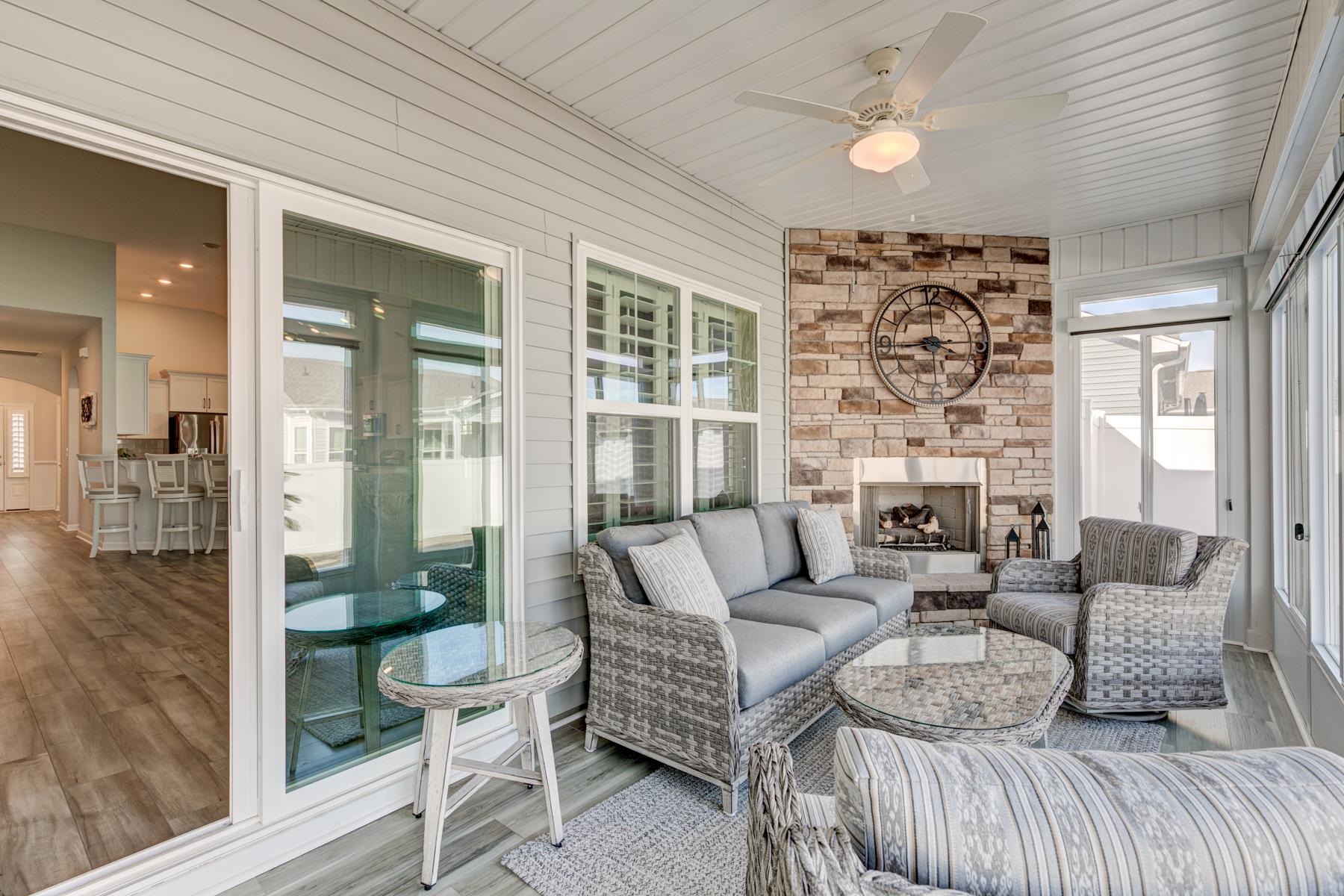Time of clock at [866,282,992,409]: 3:44
